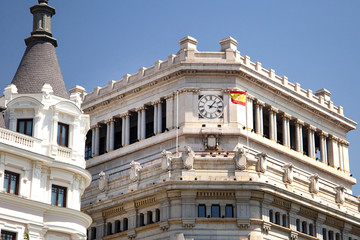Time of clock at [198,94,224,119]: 1:16
